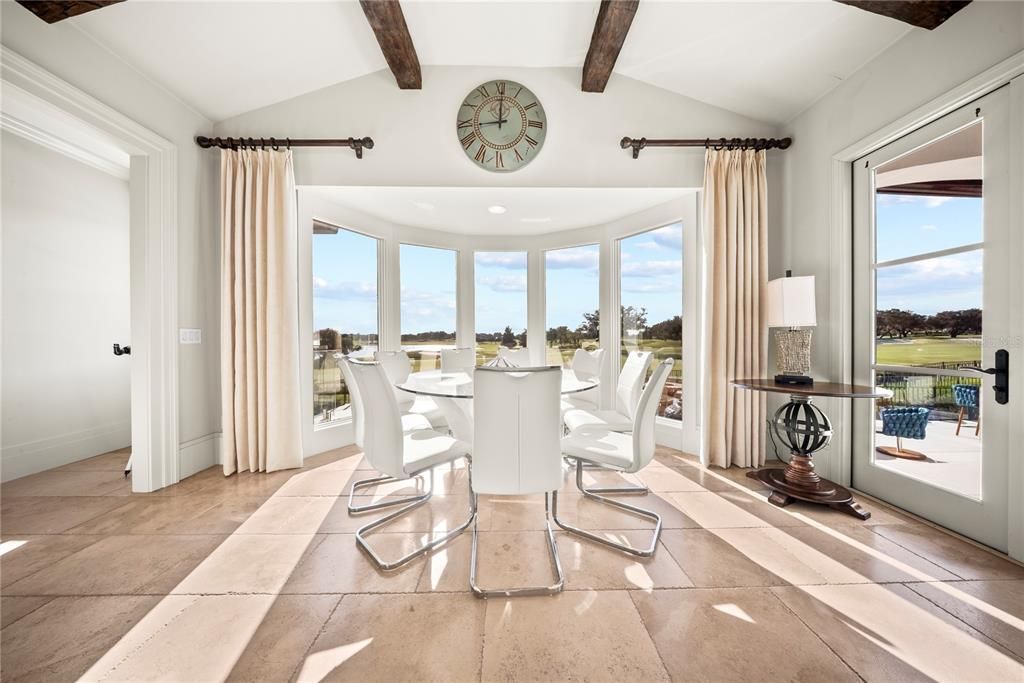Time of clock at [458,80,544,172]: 9:00
